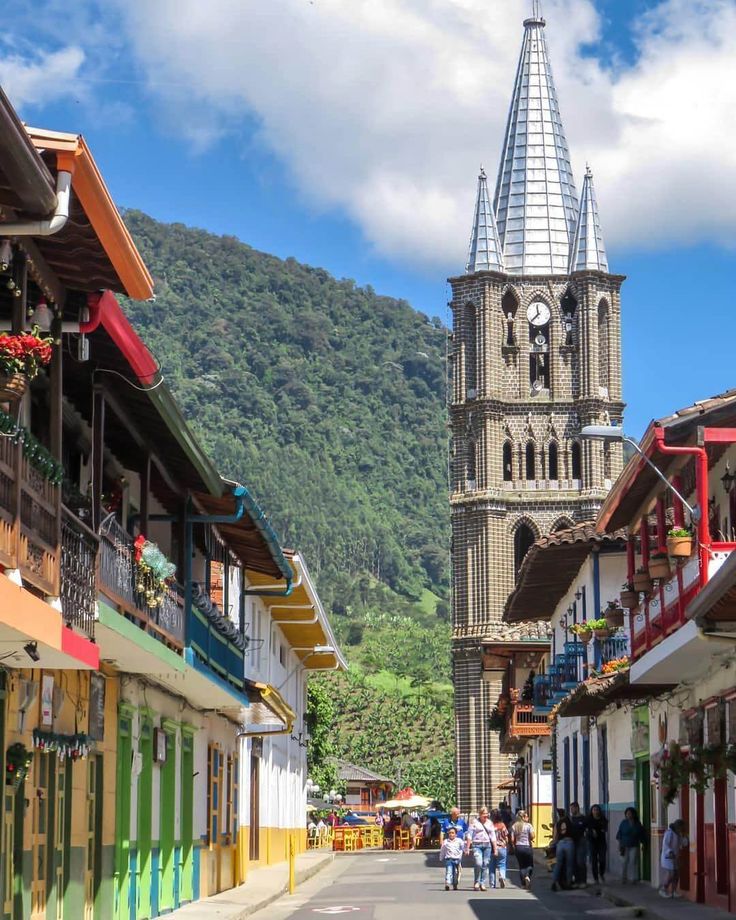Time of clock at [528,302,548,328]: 11:37
